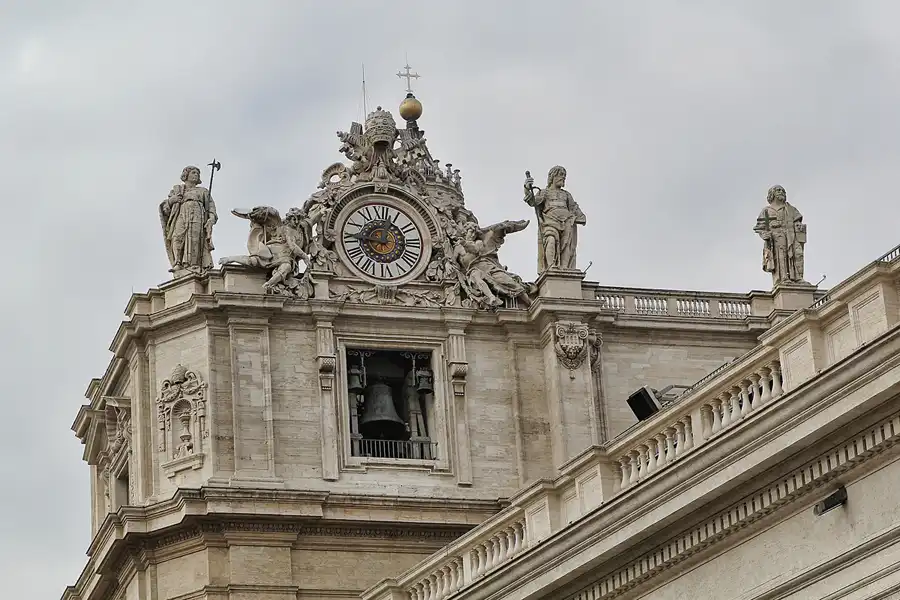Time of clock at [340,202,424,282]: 12:45
